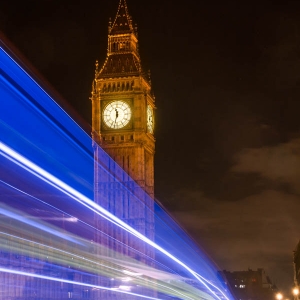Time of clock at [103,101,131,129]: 11:32
